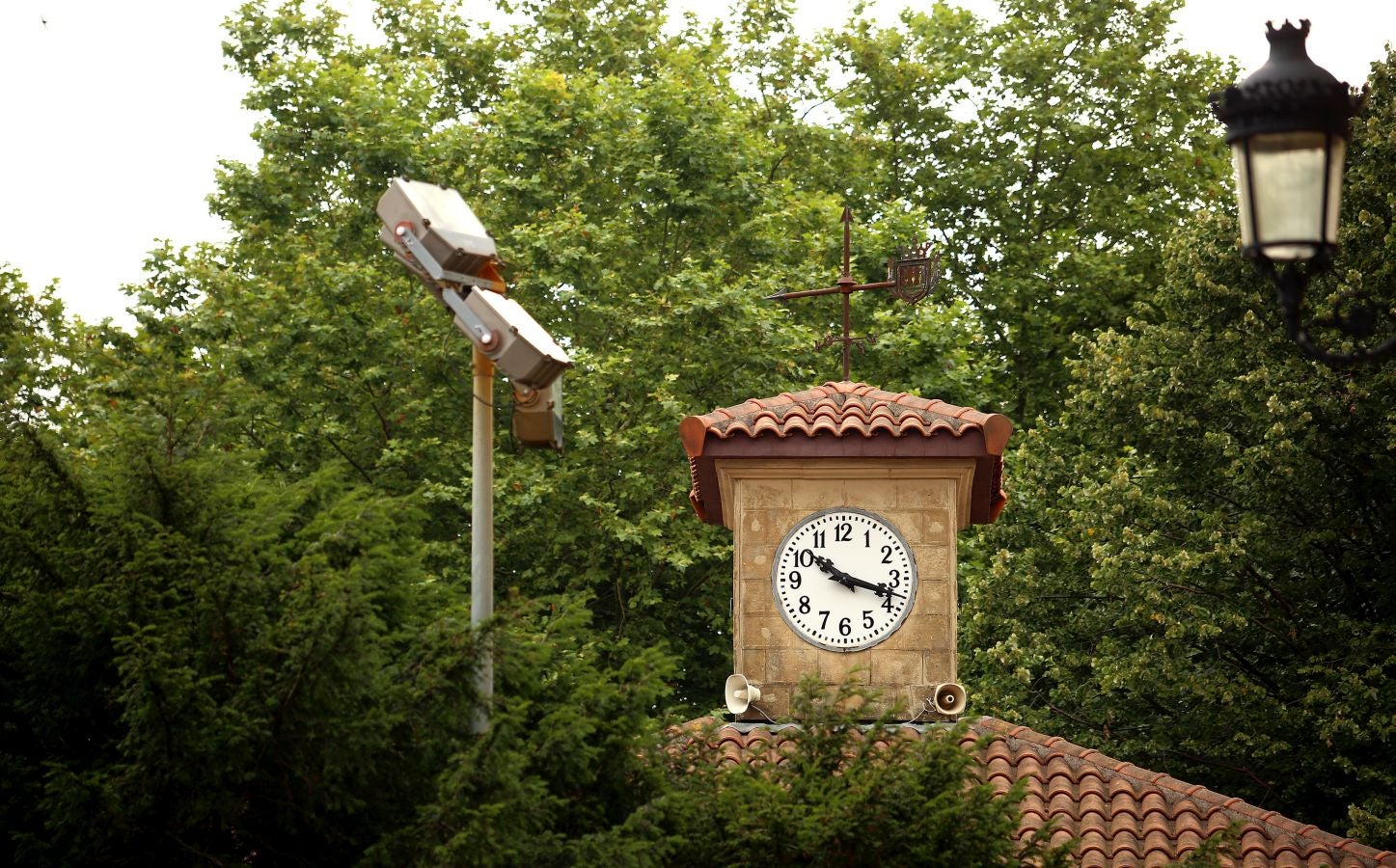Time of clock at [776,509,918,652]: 10:17
